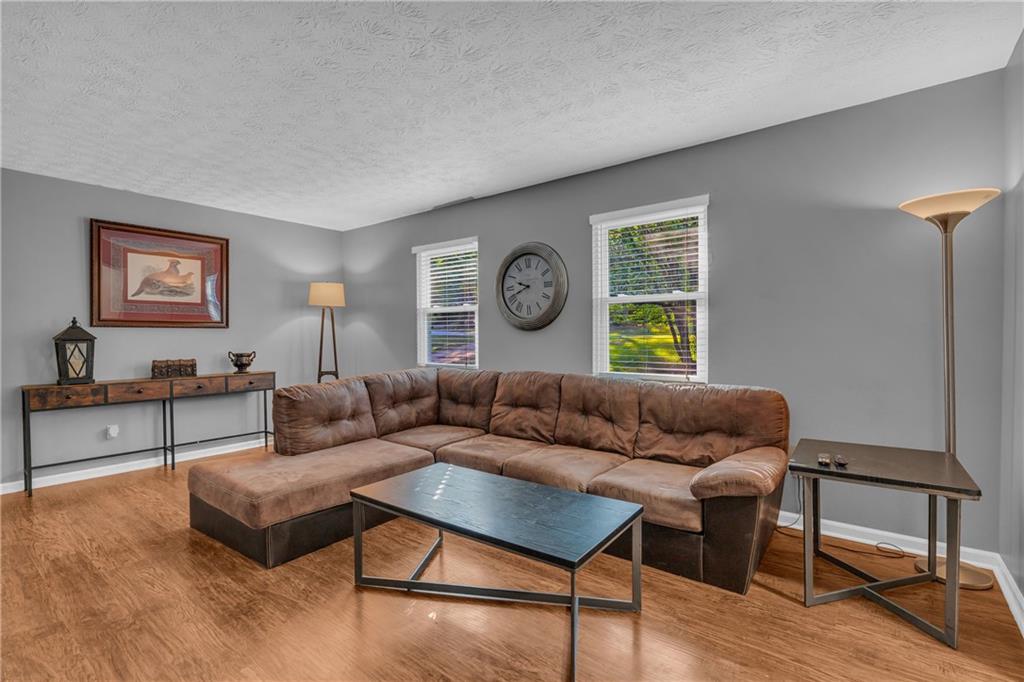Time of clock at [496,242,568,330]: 9:41
